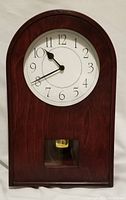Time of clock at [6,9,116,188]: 10:40
